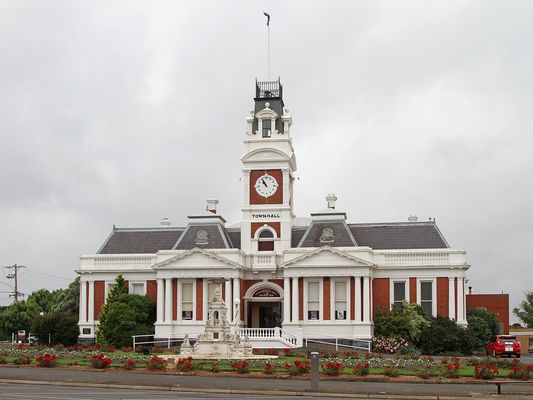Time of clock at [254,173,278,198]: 10:55
